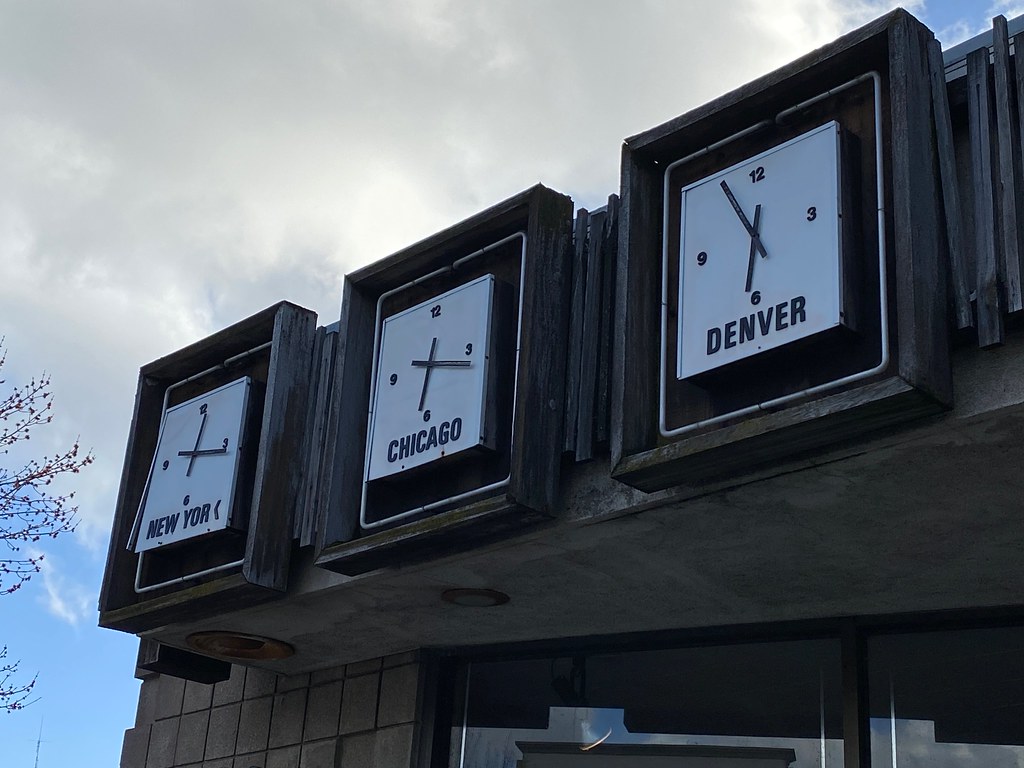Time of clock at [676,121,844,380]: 6:54
